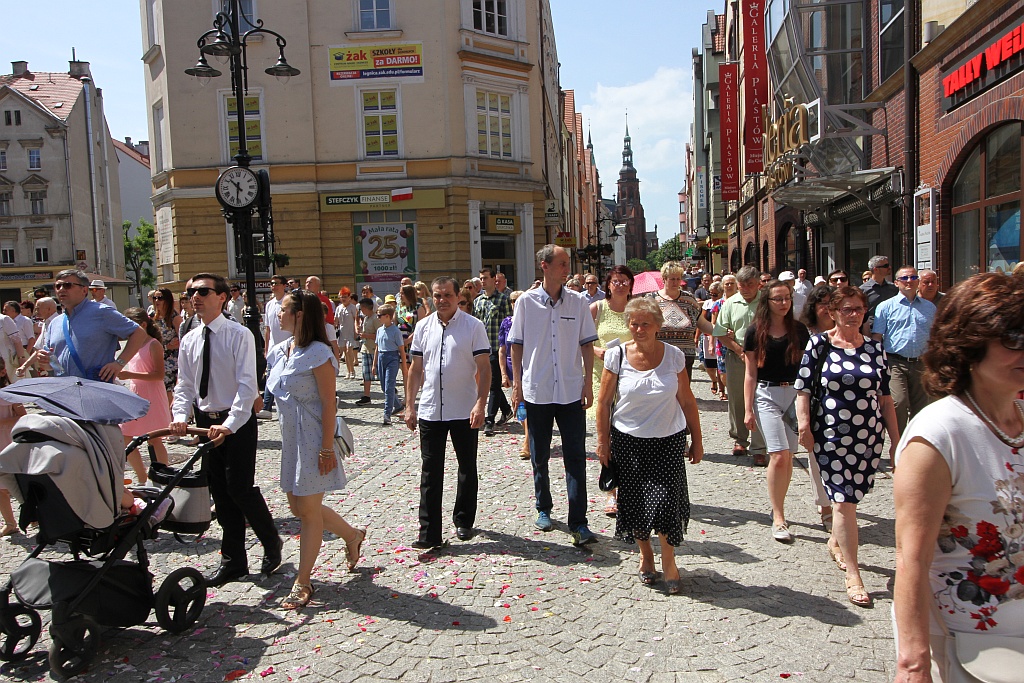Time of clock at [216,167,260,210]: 10:31
